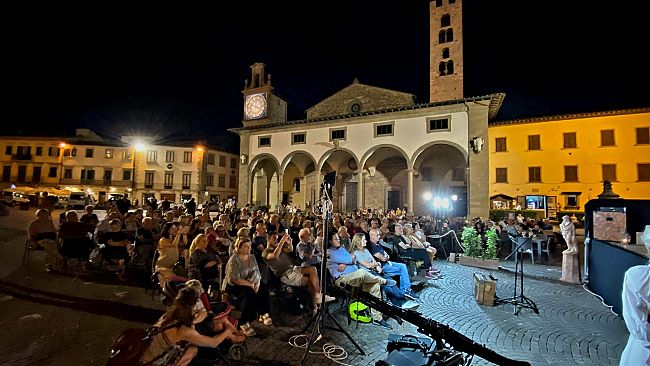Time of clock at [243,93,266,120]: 3:48
